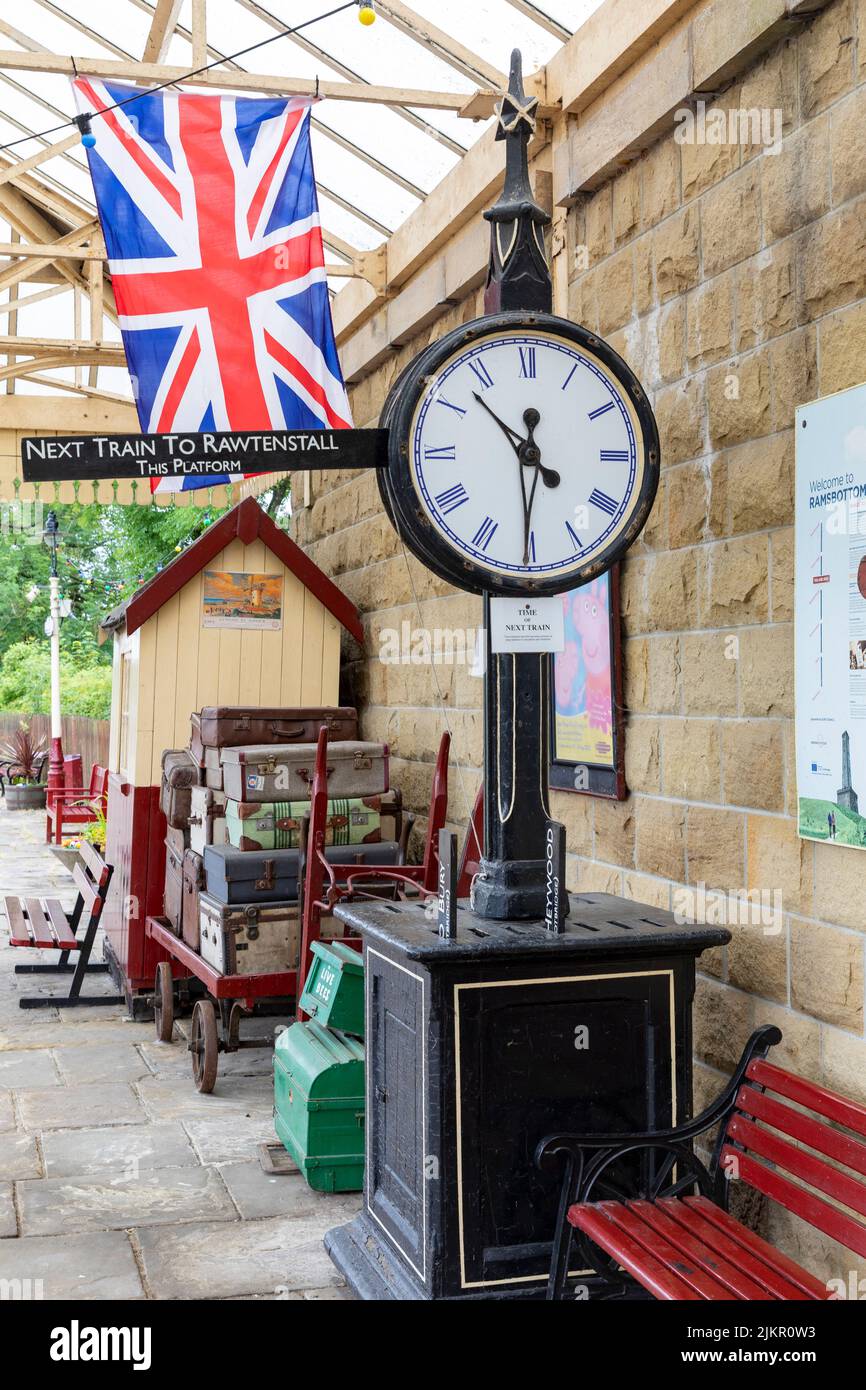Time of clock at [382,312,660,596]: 10:30
